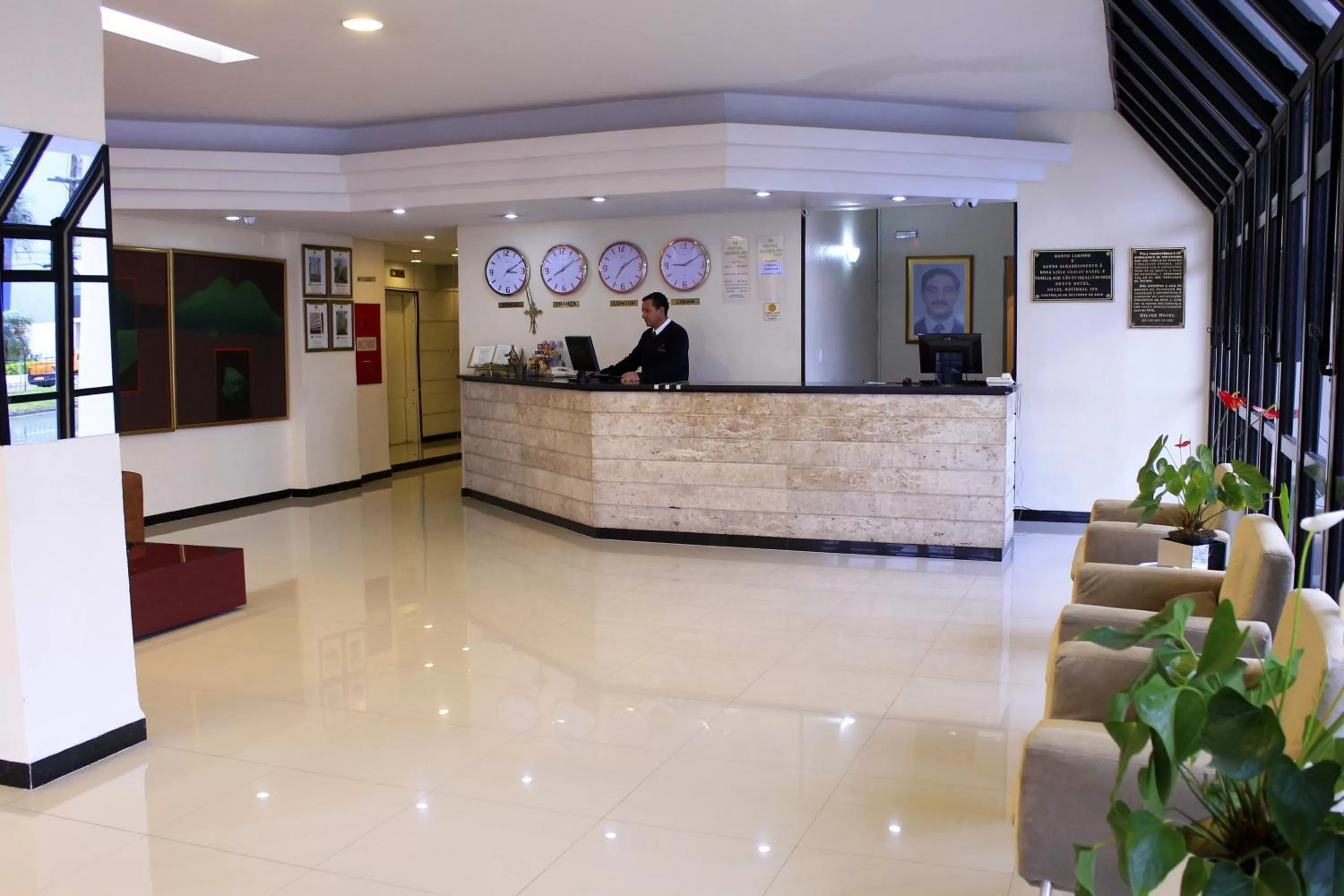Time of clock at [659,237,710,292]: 9:10
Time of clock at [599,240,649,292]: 7:09
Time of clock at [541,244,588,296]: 8:09
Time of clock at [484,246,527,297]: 3:10
